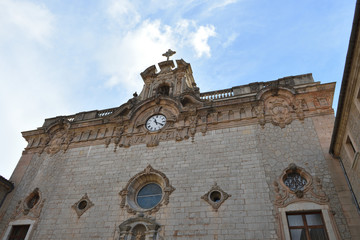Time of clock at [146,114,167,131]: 11:19
